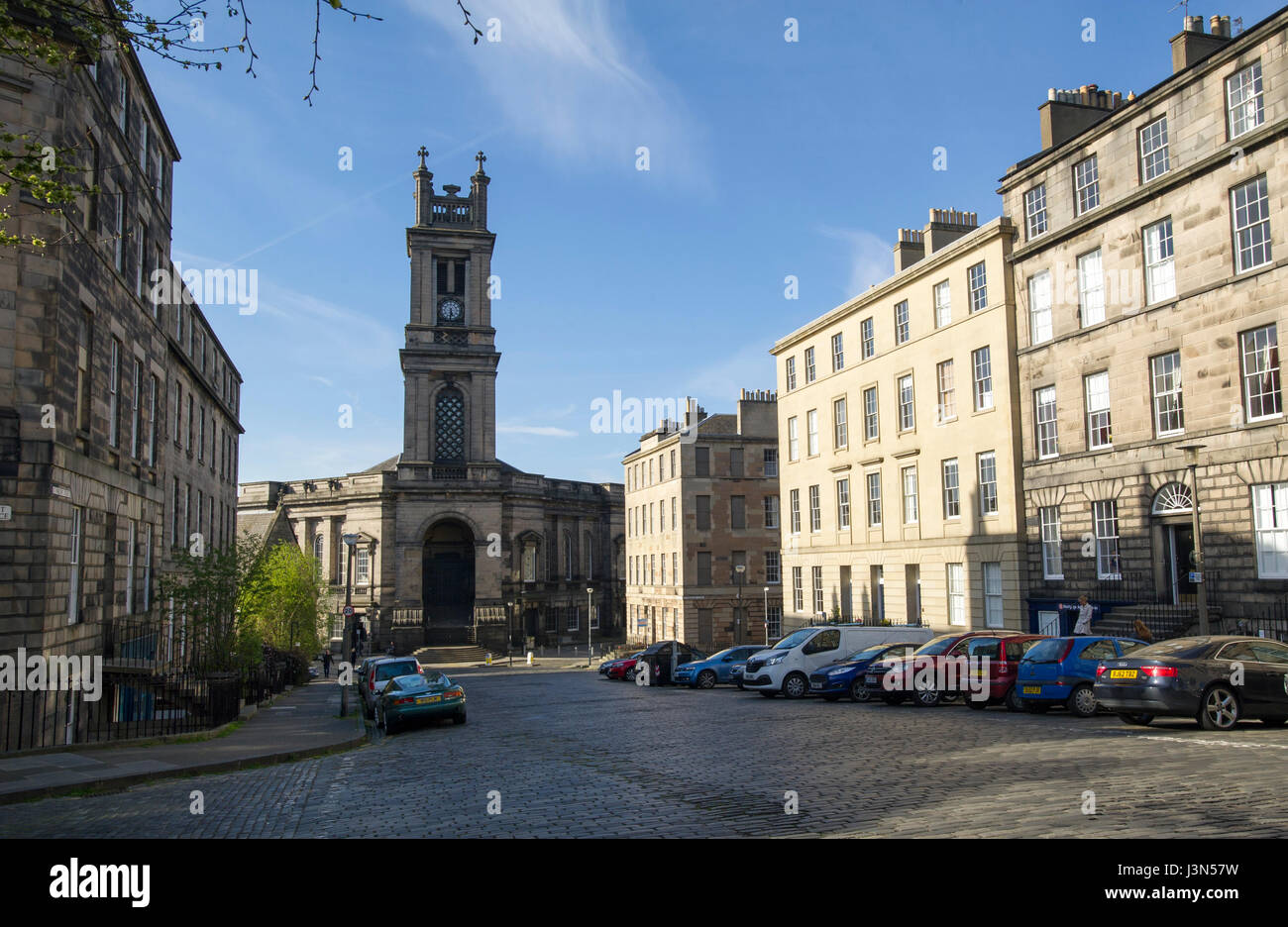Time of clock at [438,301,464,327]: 5:31
